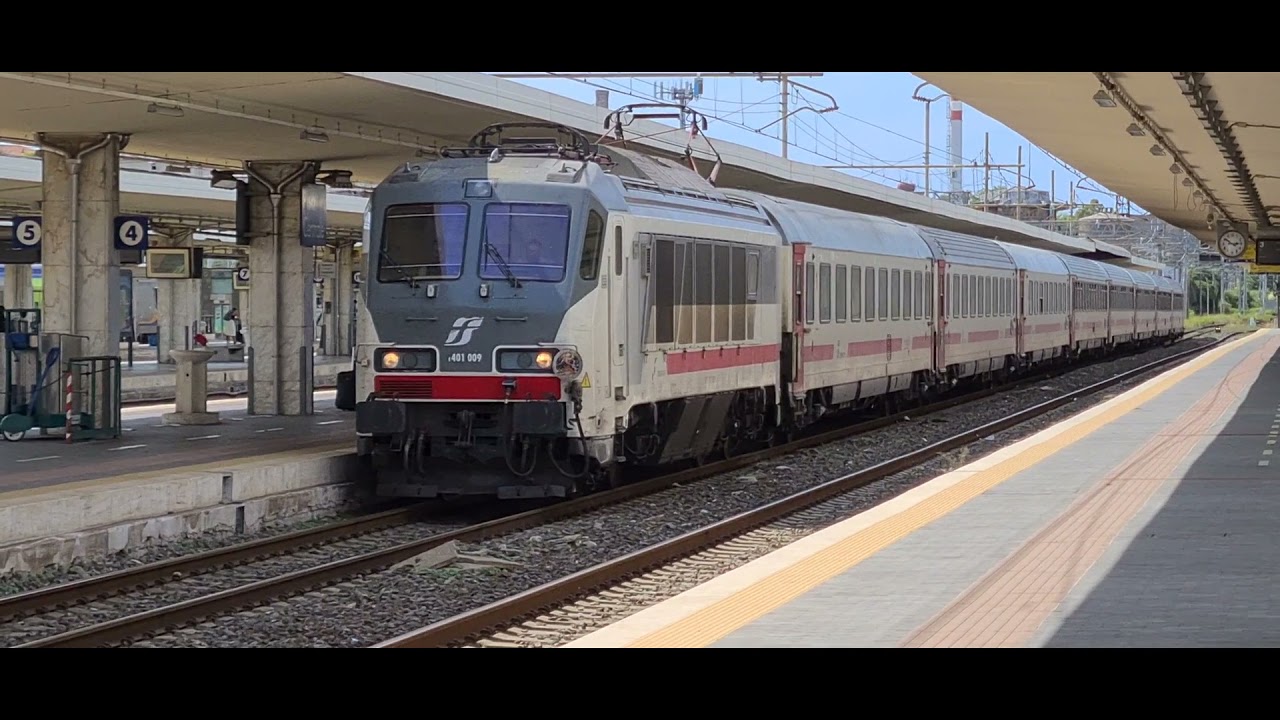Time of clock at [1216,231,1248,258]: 2:50
